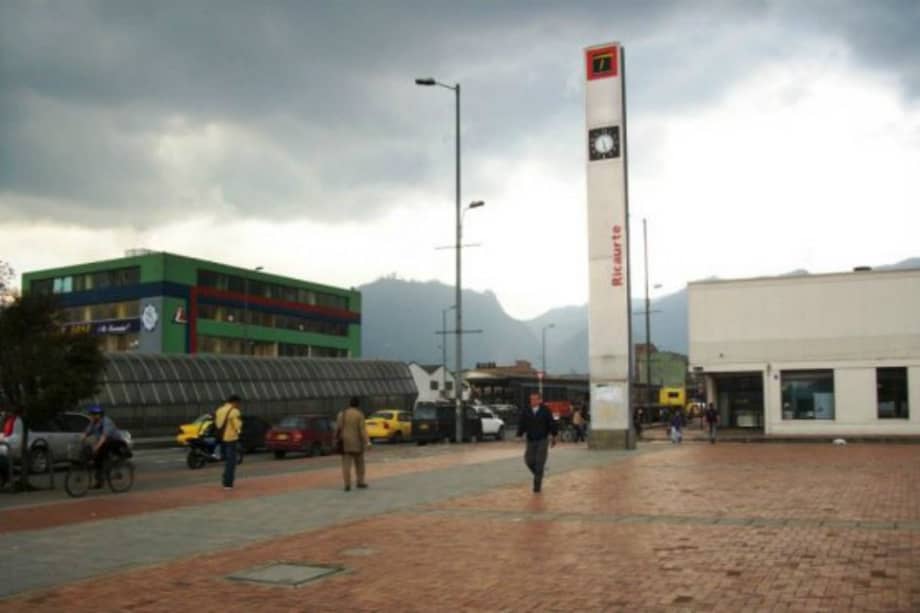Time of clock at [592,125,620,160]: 5:26
